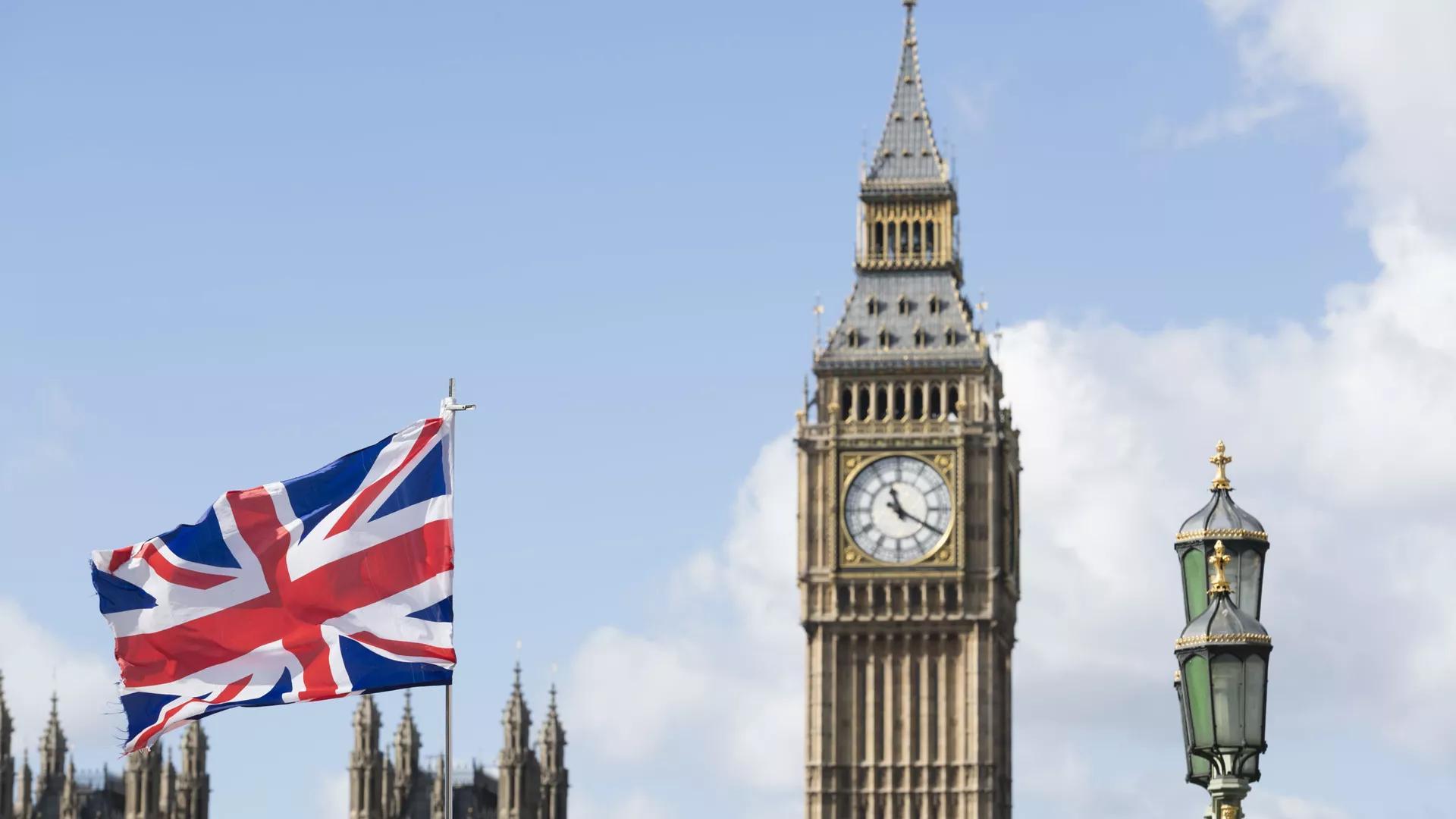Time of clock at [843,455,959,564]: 11:19
